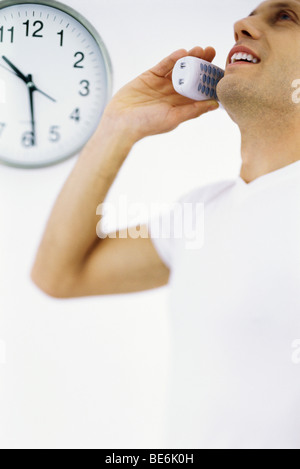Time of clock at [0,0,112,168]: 10:28
